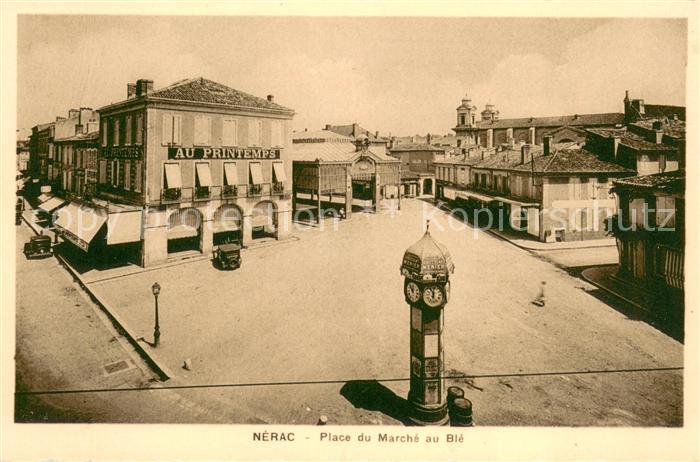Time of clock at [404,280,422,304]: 11:52
